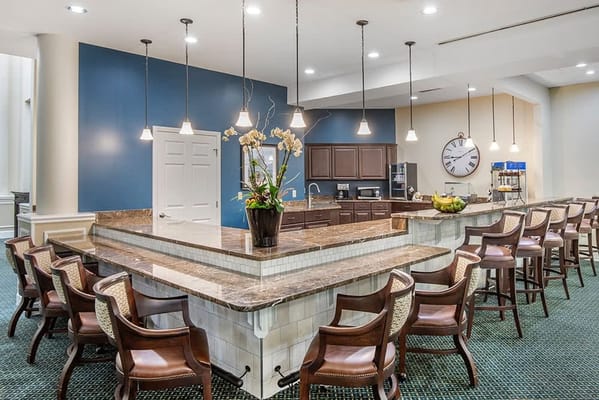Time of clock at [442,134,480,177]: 9:10
